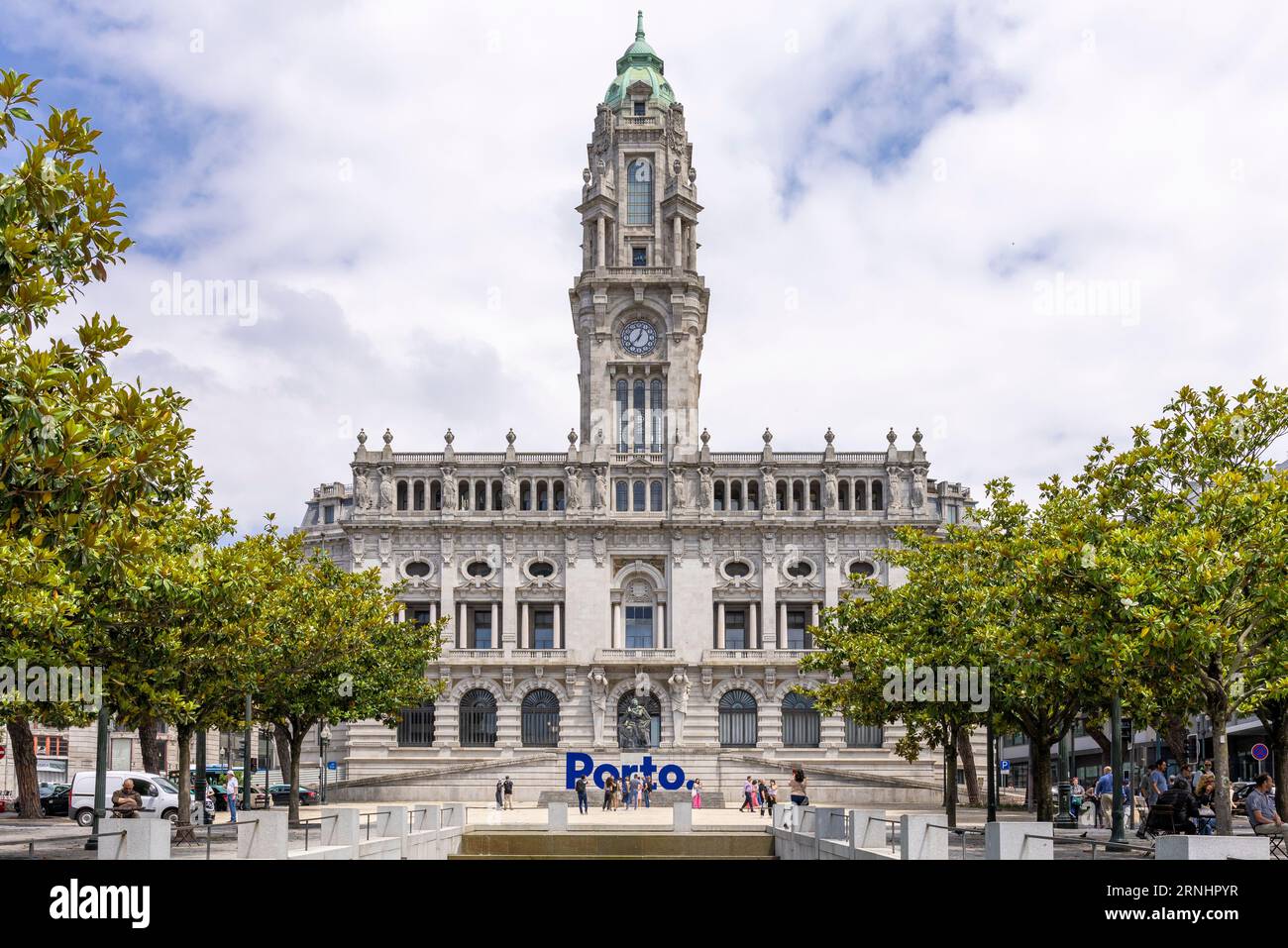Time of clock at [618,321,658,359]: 12:37
